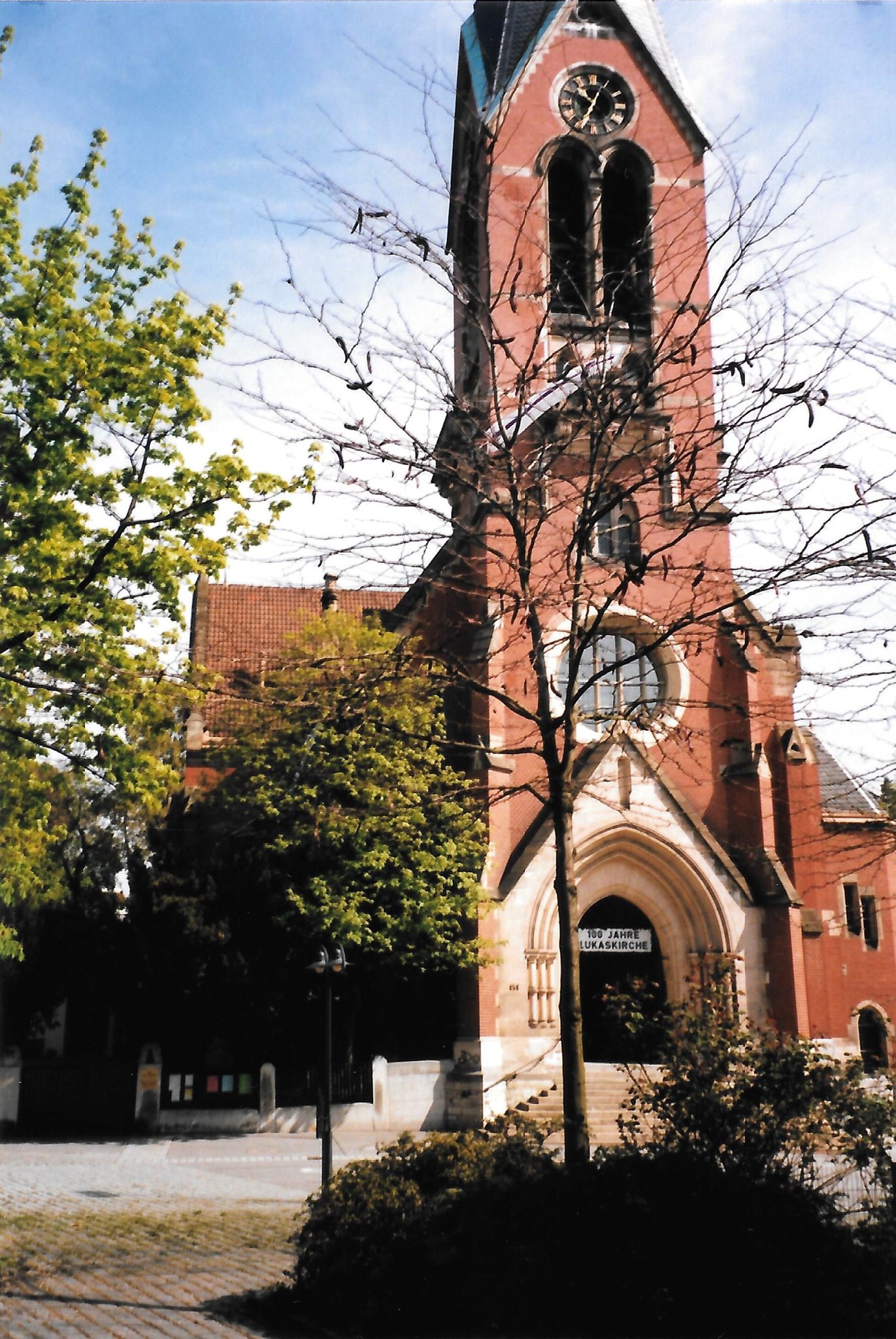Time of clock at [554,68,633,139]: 10:34
